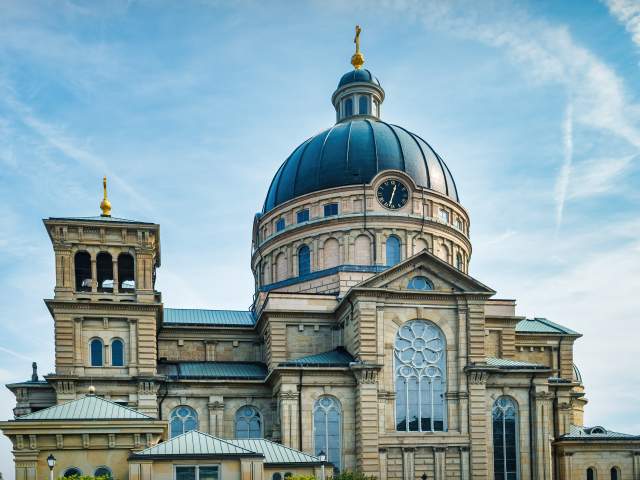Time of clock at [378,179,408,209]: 12:32
